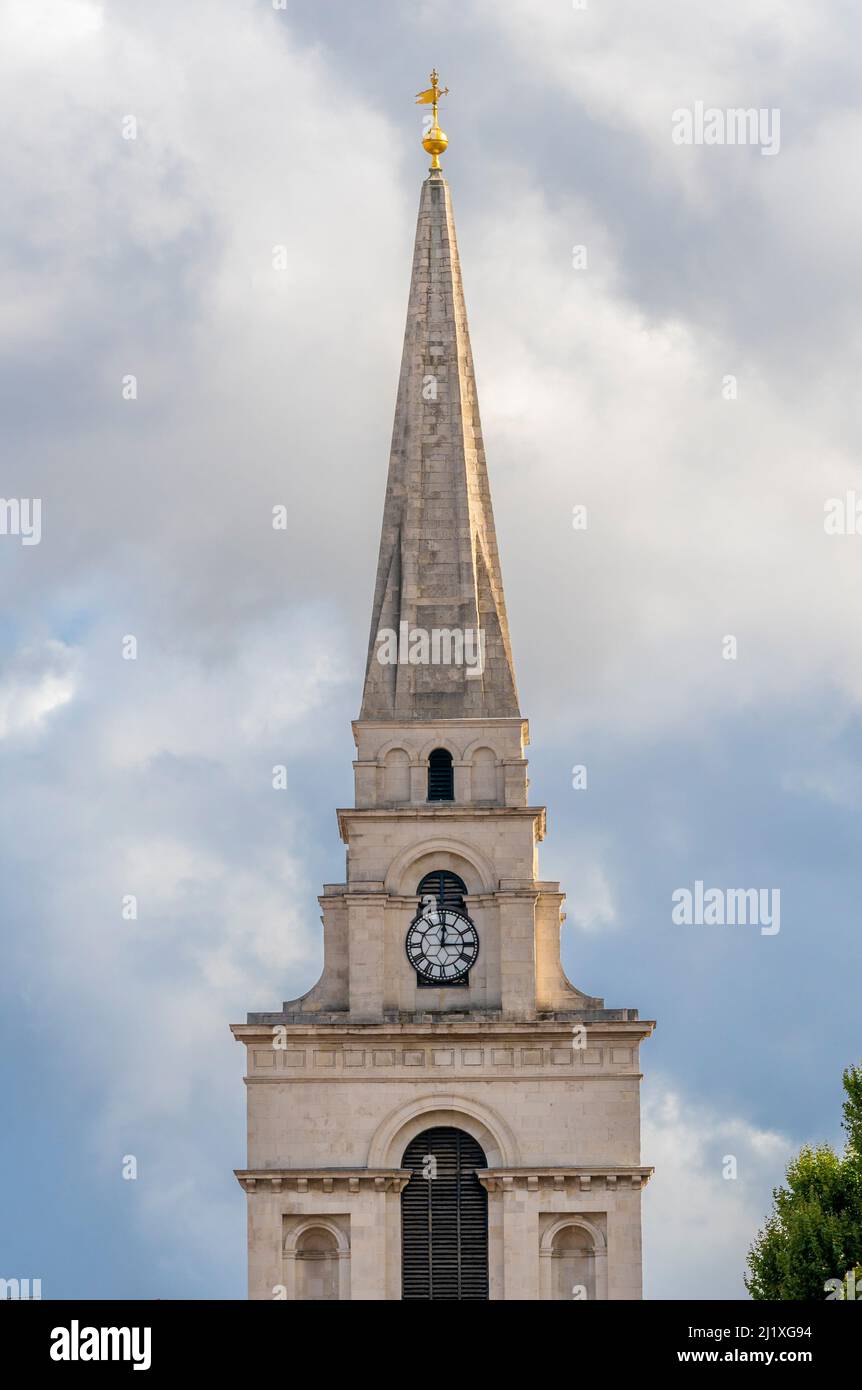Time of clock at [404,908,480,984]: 12:14
